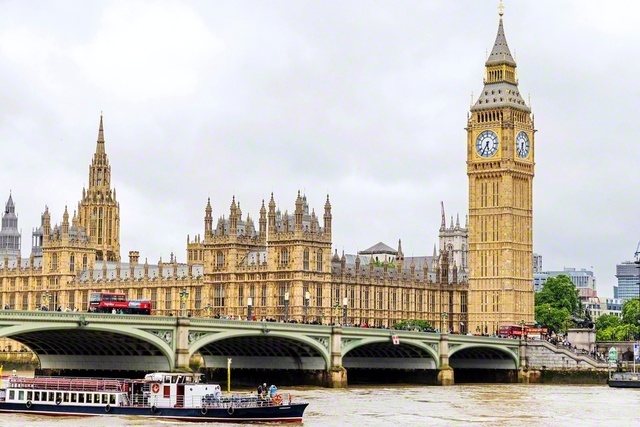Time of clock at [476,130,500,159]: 5:35
